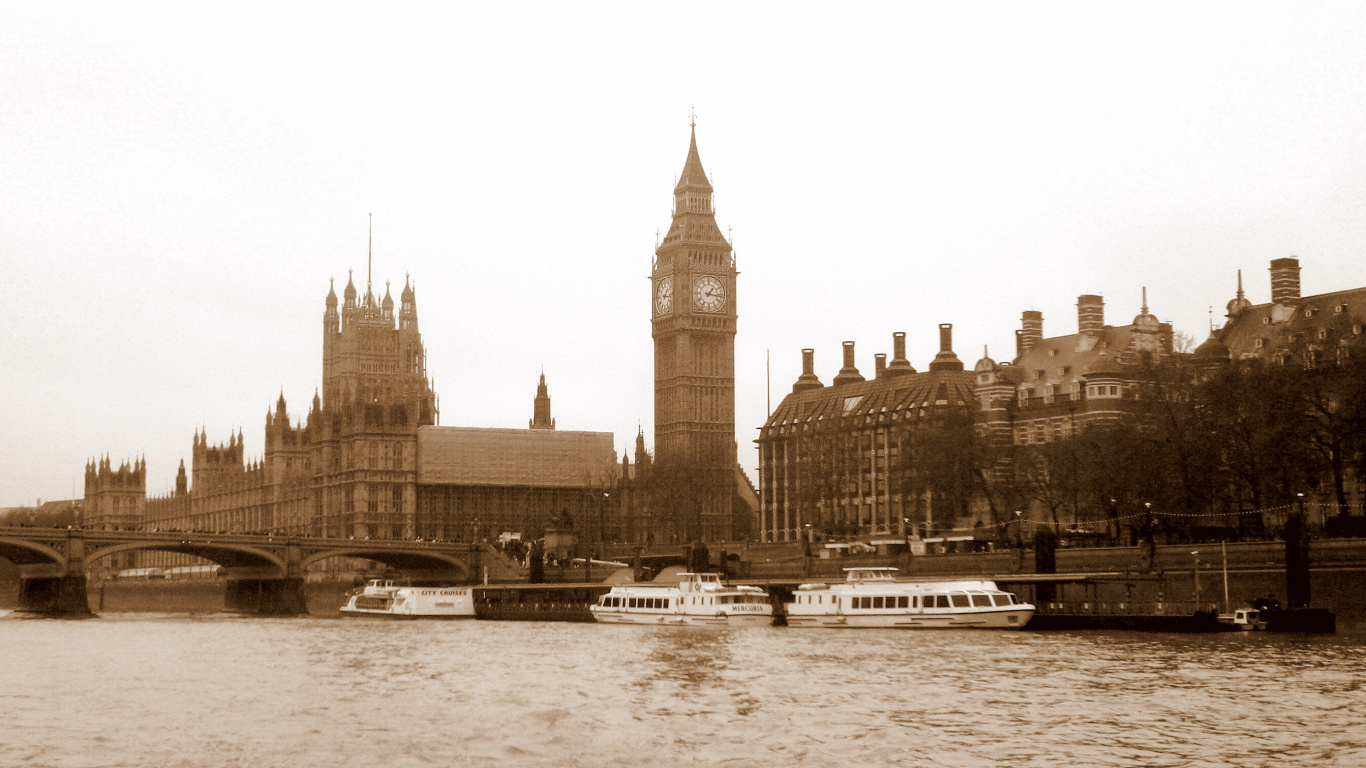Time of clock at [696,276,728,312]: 1:16
